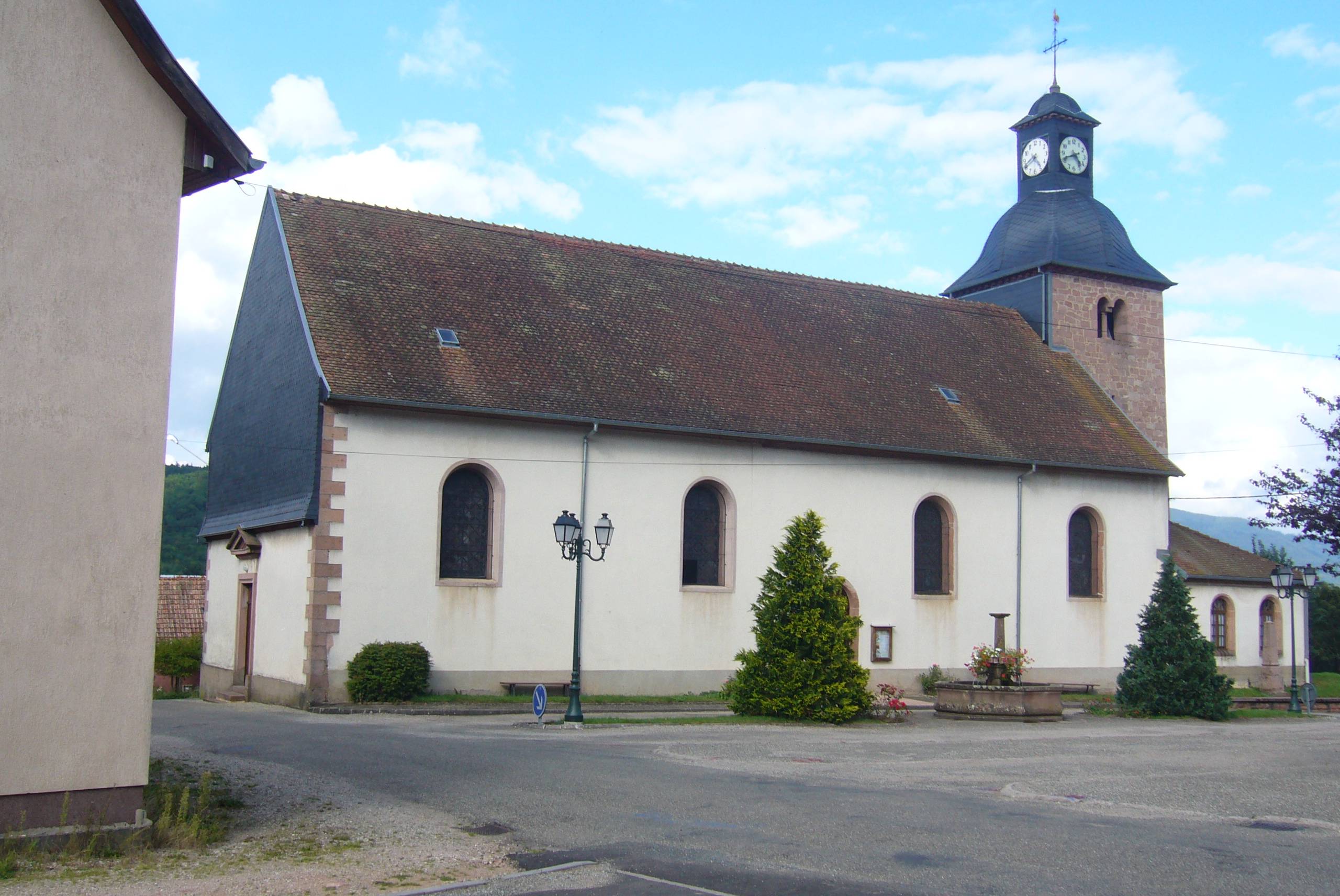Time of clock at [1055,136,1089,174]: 4:41
